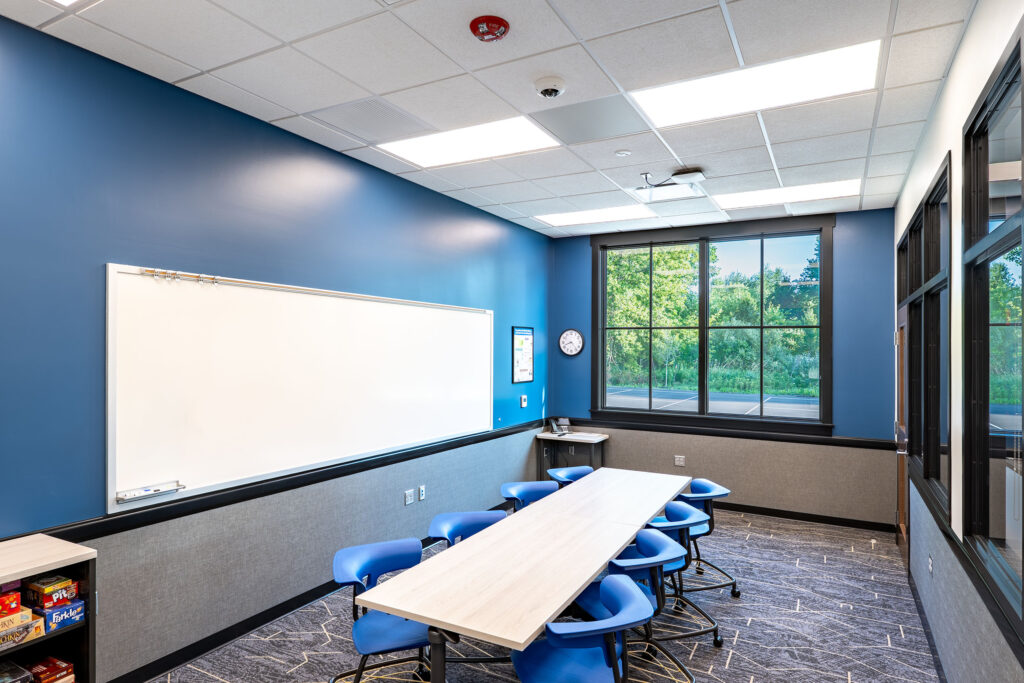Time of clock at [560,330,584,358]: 8:23
